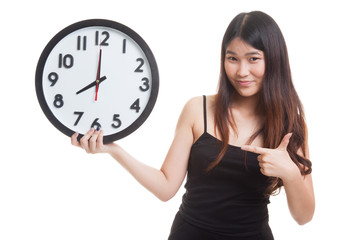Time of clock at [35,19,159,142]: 7:59
